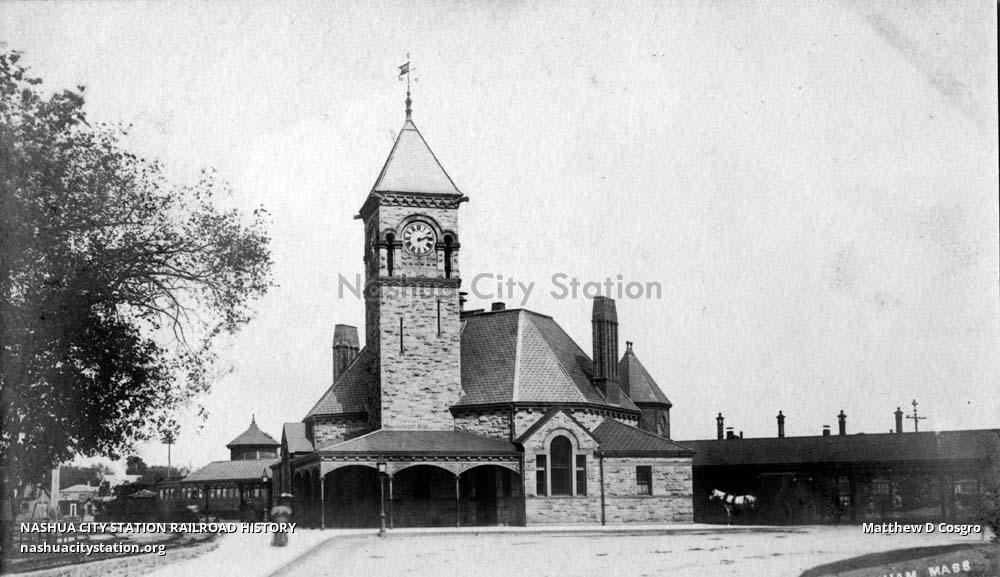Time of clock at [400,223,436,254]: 2:12
